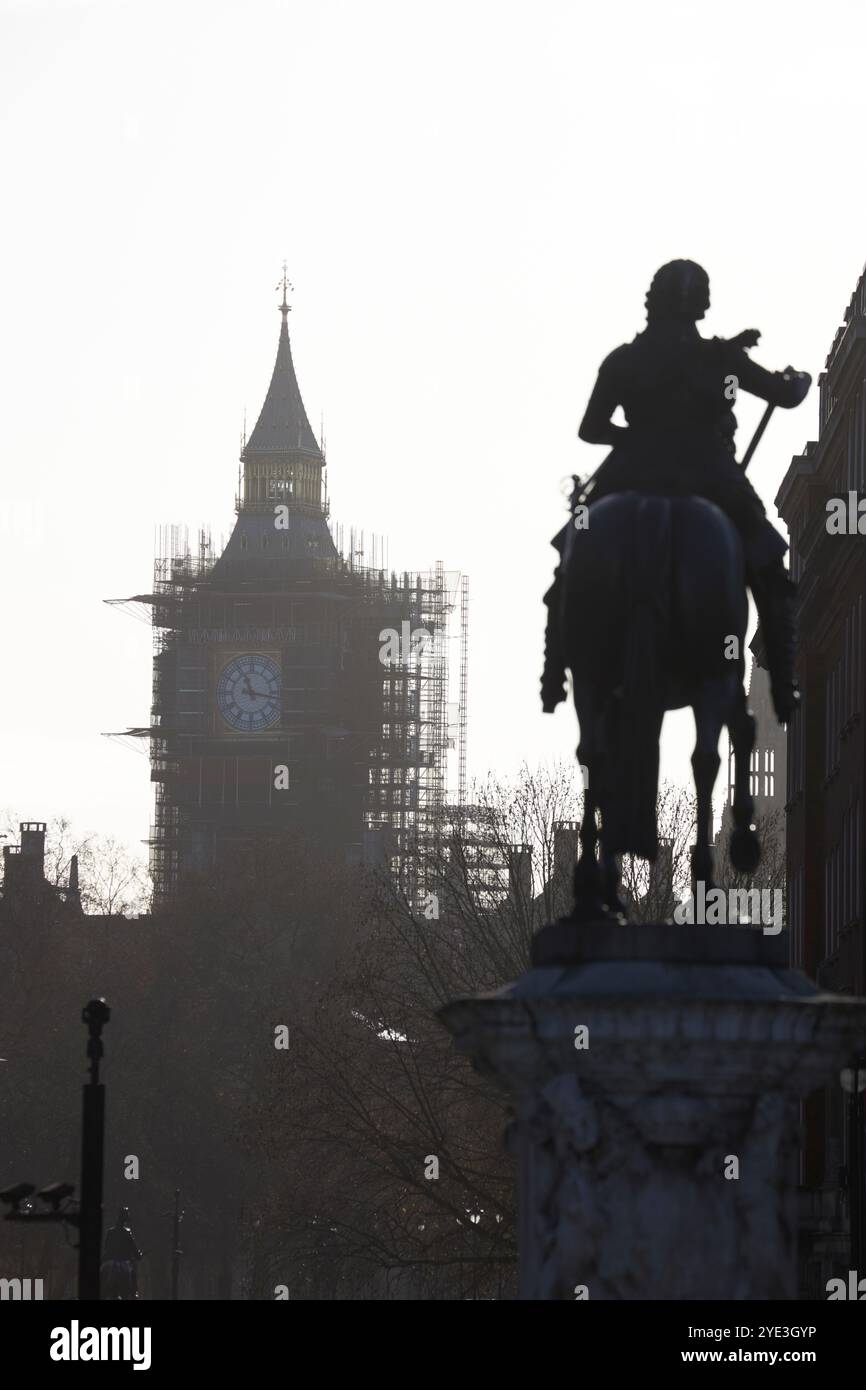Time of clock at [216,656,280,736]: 11:17
